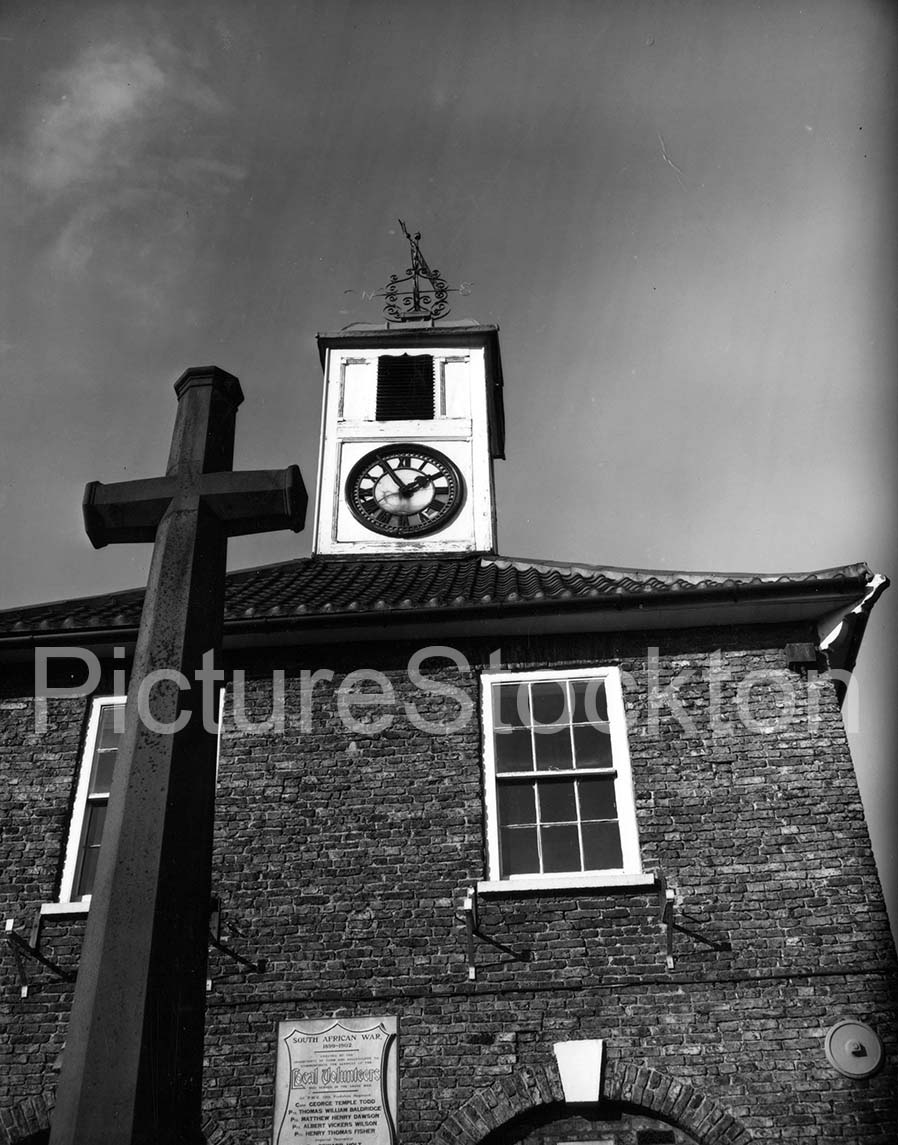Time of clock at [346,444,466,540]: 1:54
